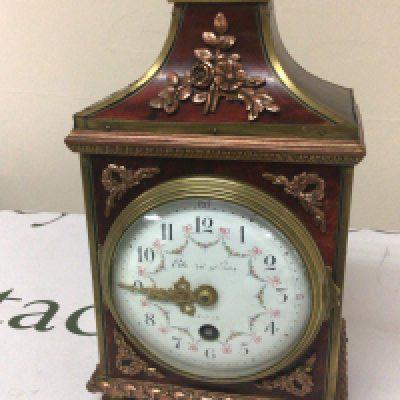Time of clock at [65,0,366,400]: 8:45
